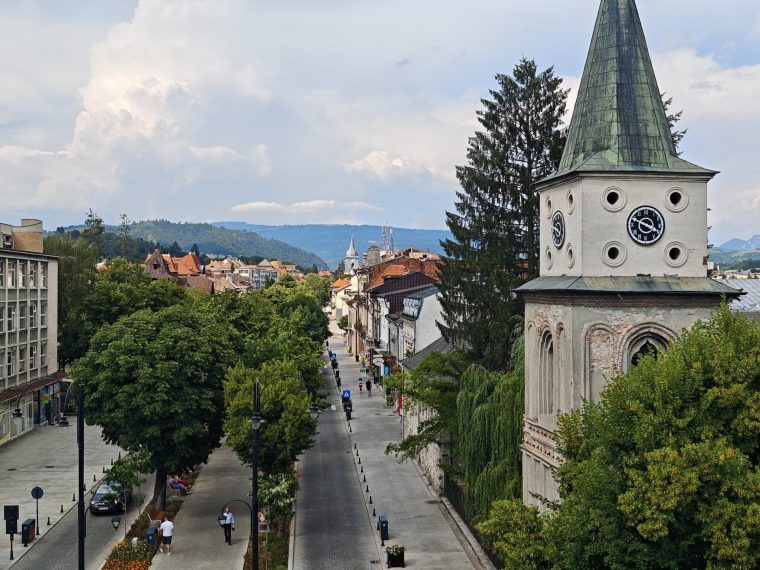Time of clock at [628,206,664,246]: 3:48
